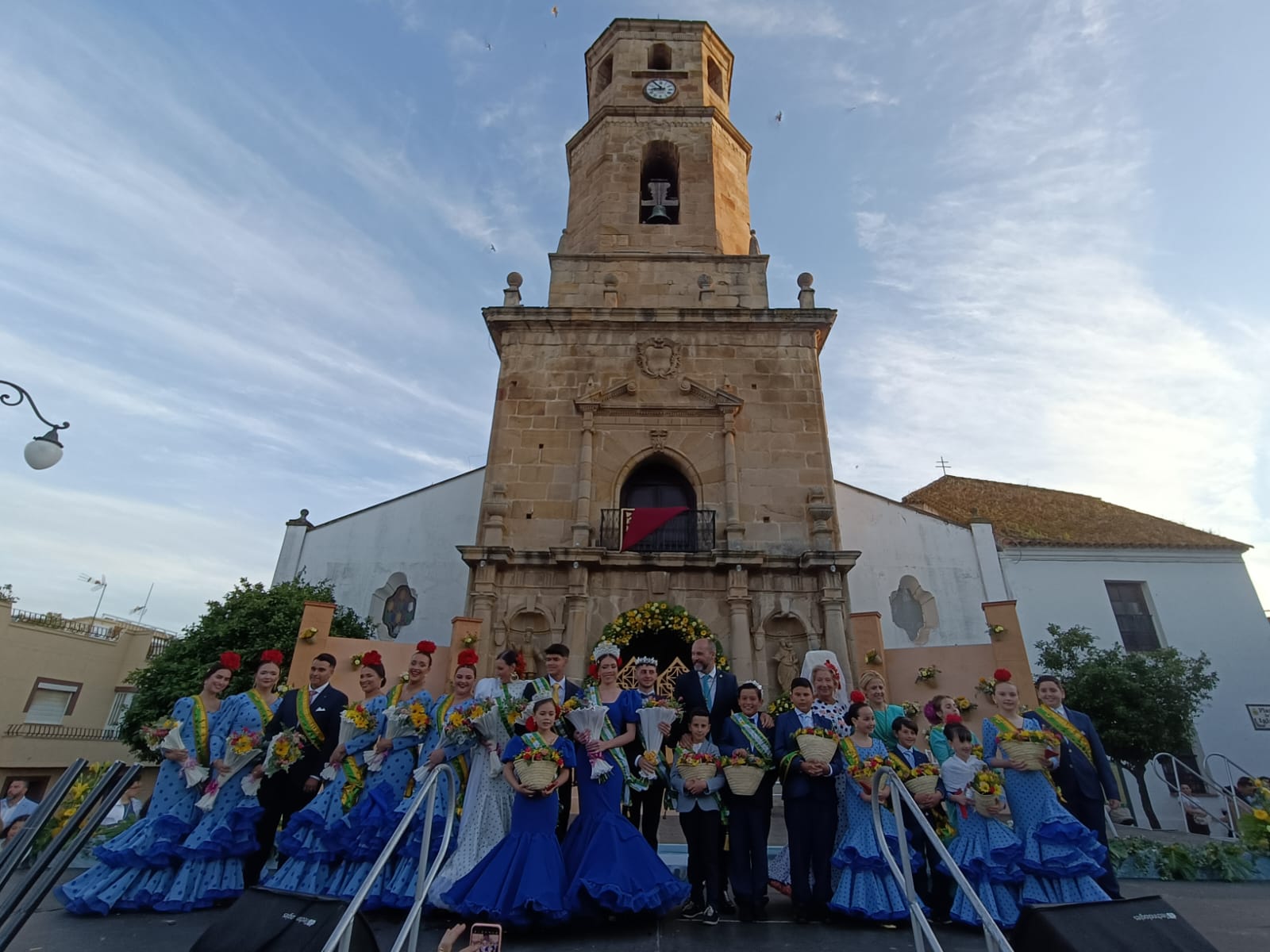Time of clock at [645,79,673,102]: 8:53
